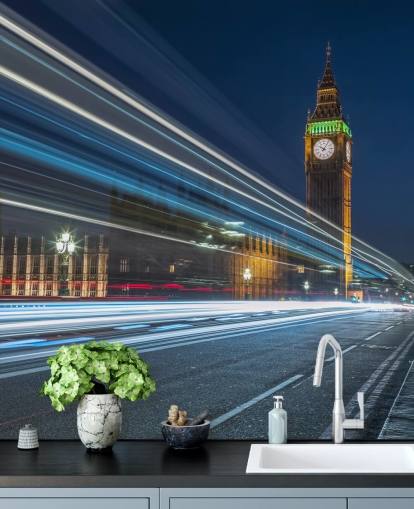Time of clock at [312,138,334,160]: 10:05
